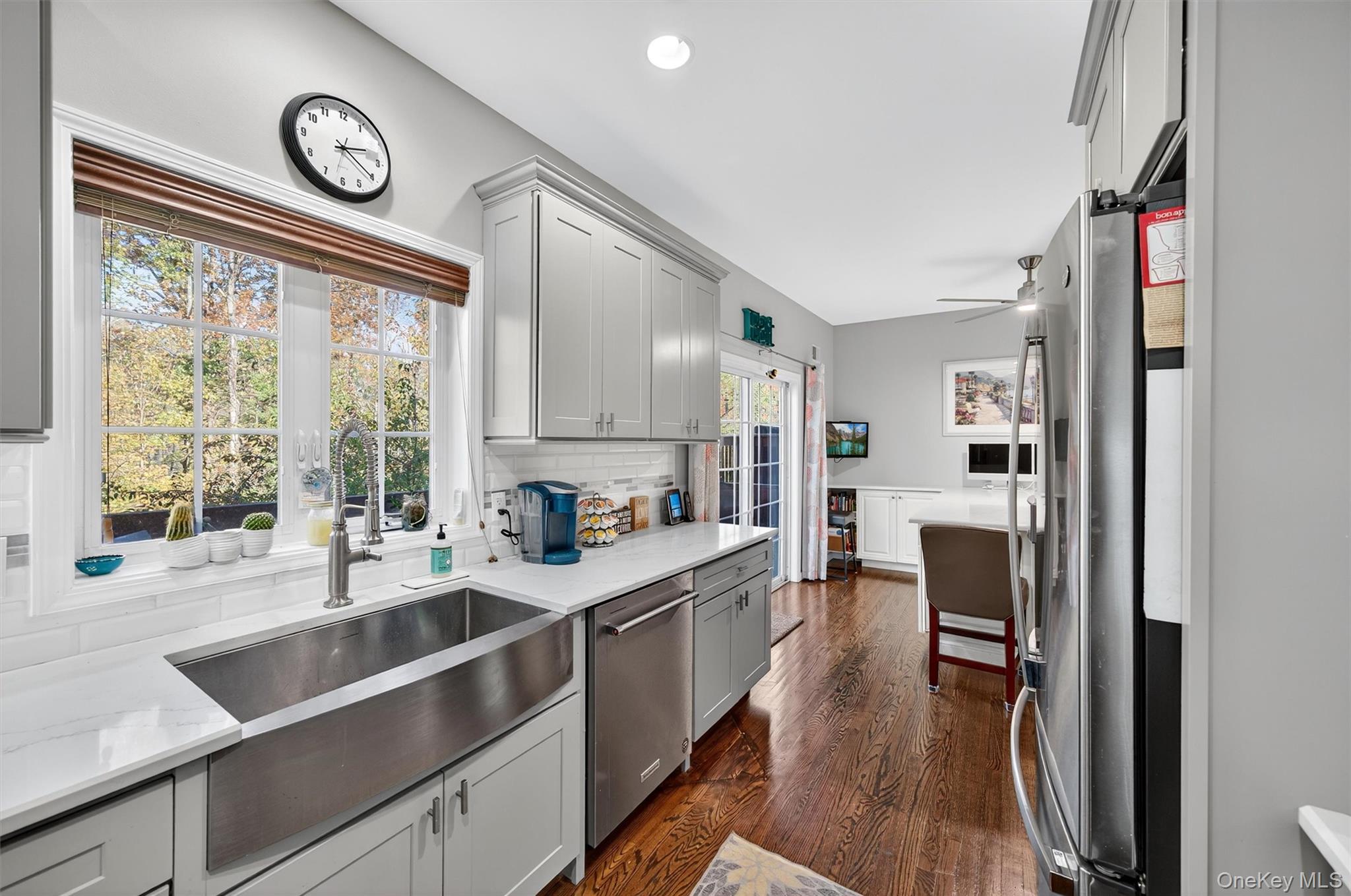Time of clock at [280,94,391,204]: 2:20
